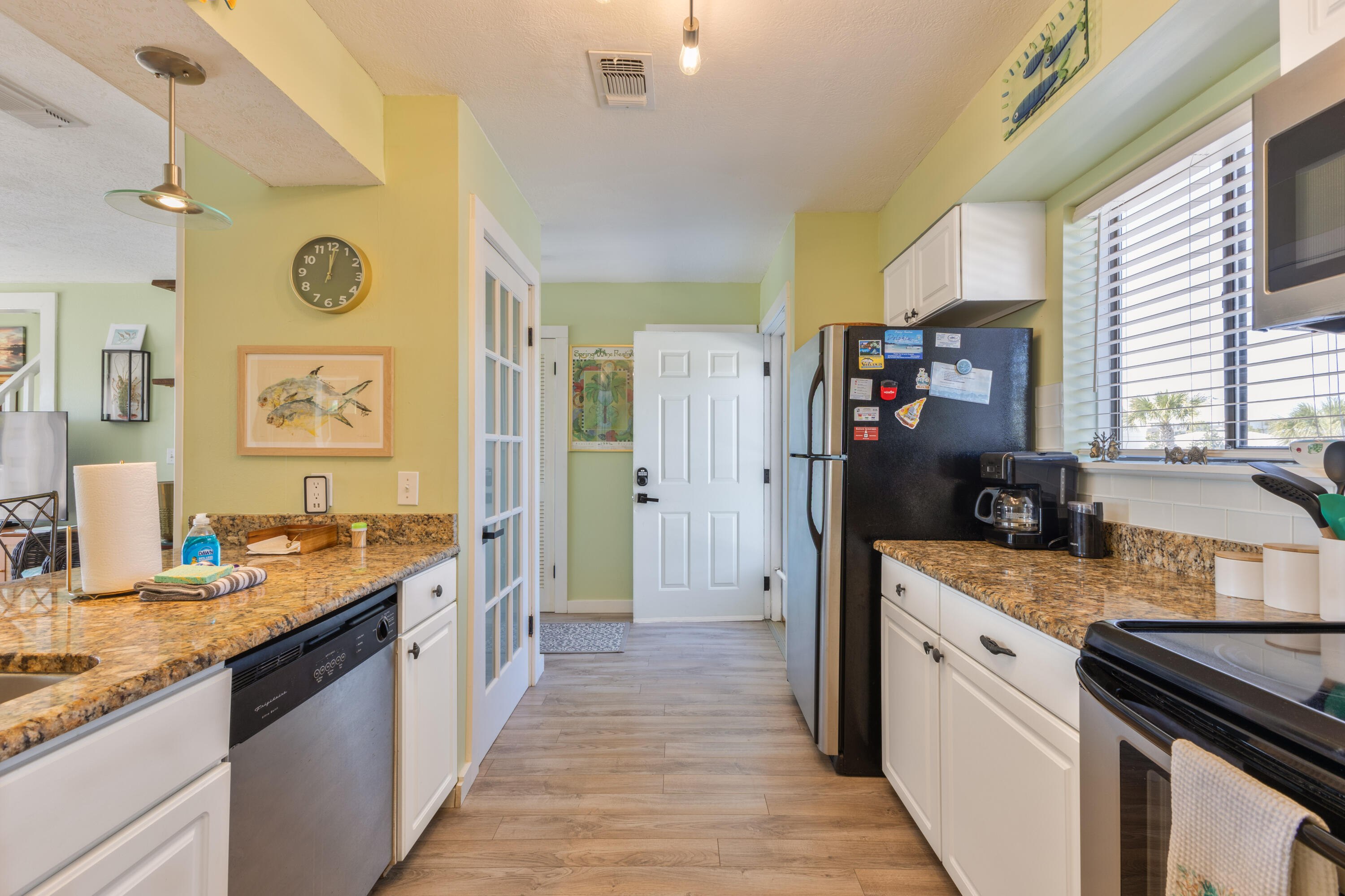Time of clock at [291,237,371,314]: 12:01
